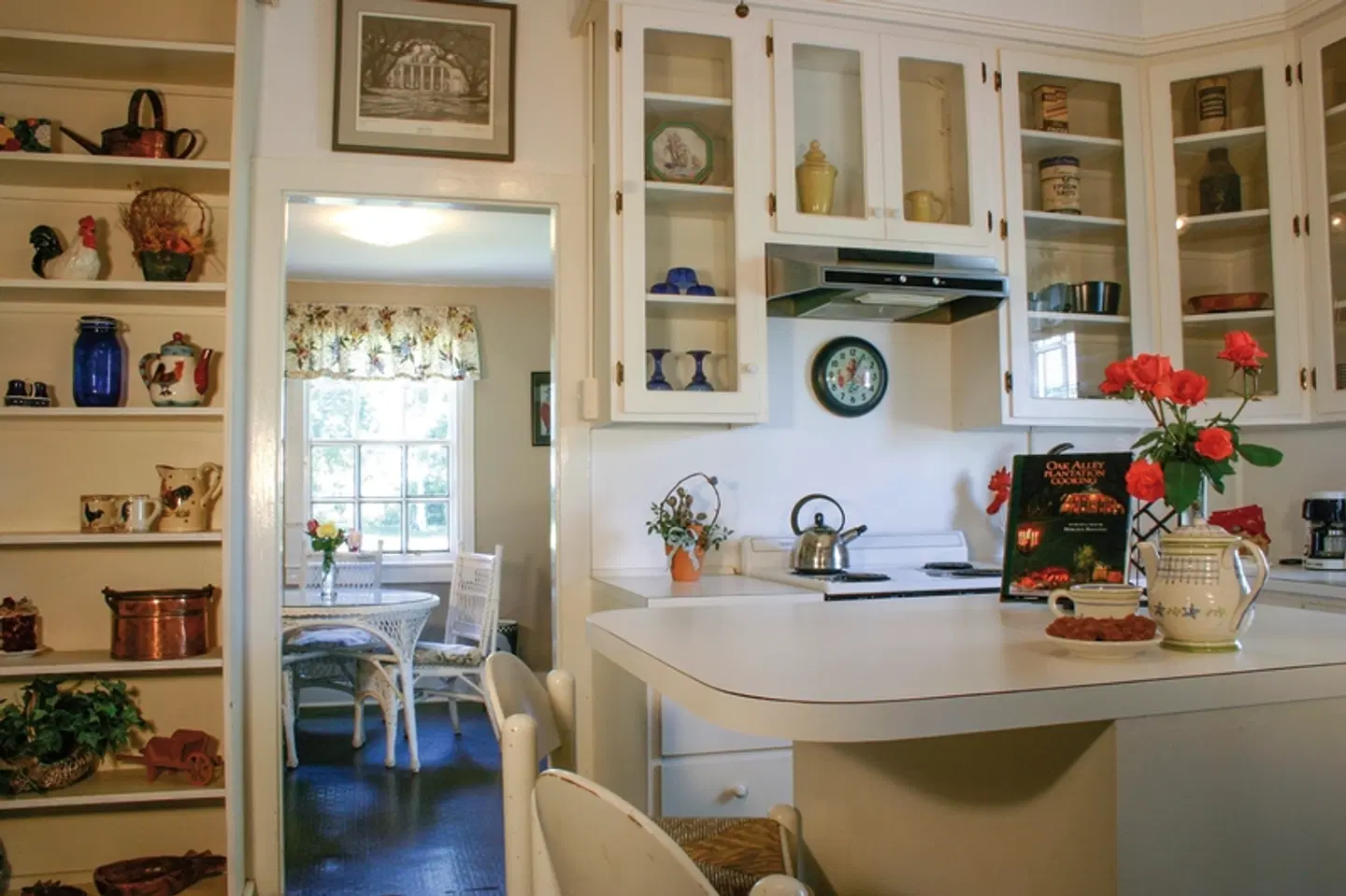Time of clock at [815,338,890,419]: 12:04
